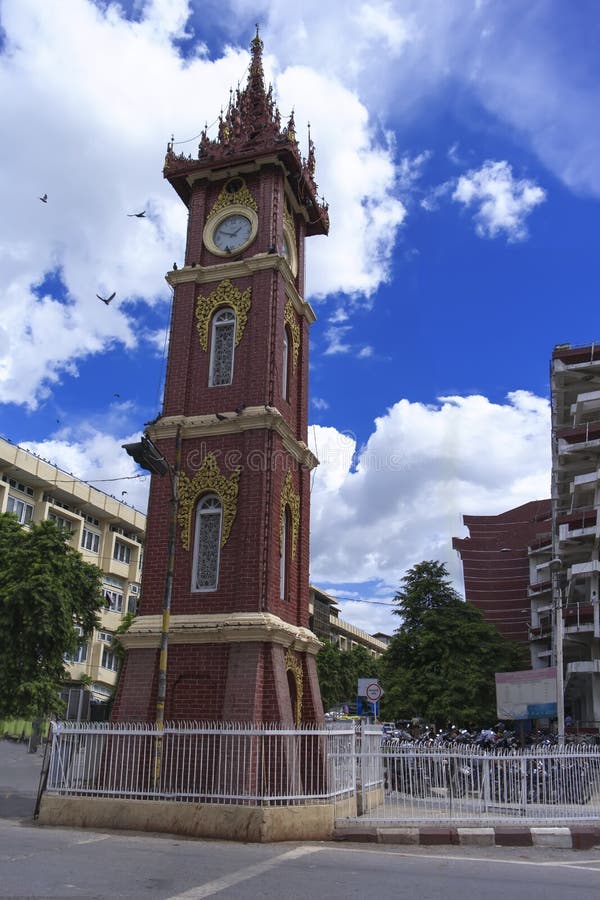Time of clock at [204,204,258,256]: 1:49
